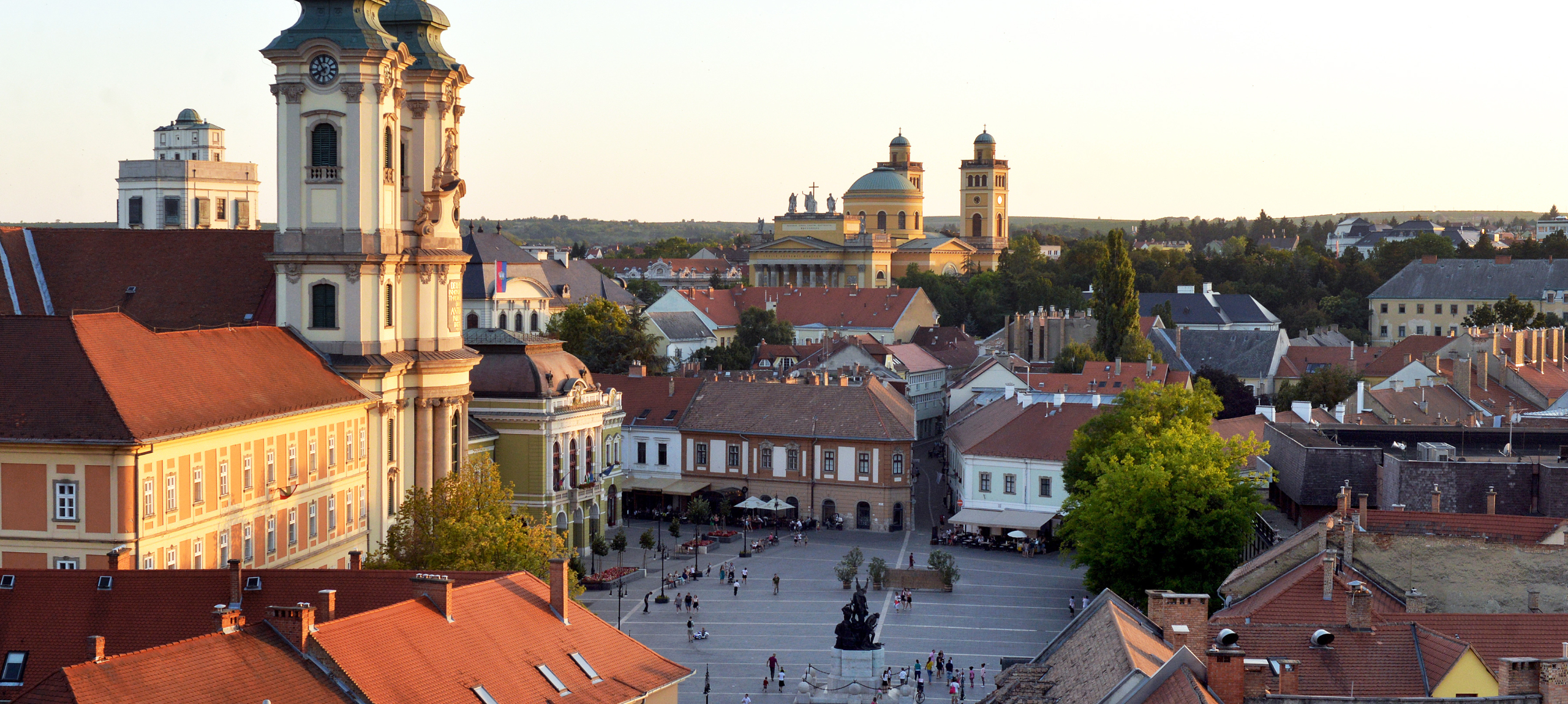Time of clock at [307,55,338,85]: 7:53
